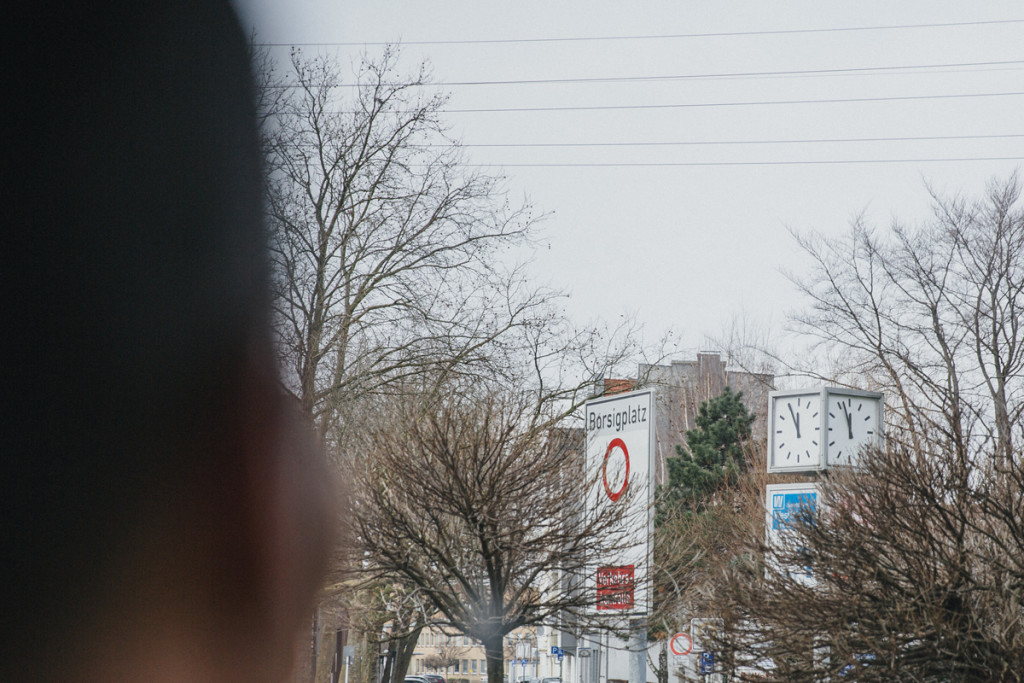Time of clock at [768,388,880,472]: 11:55
